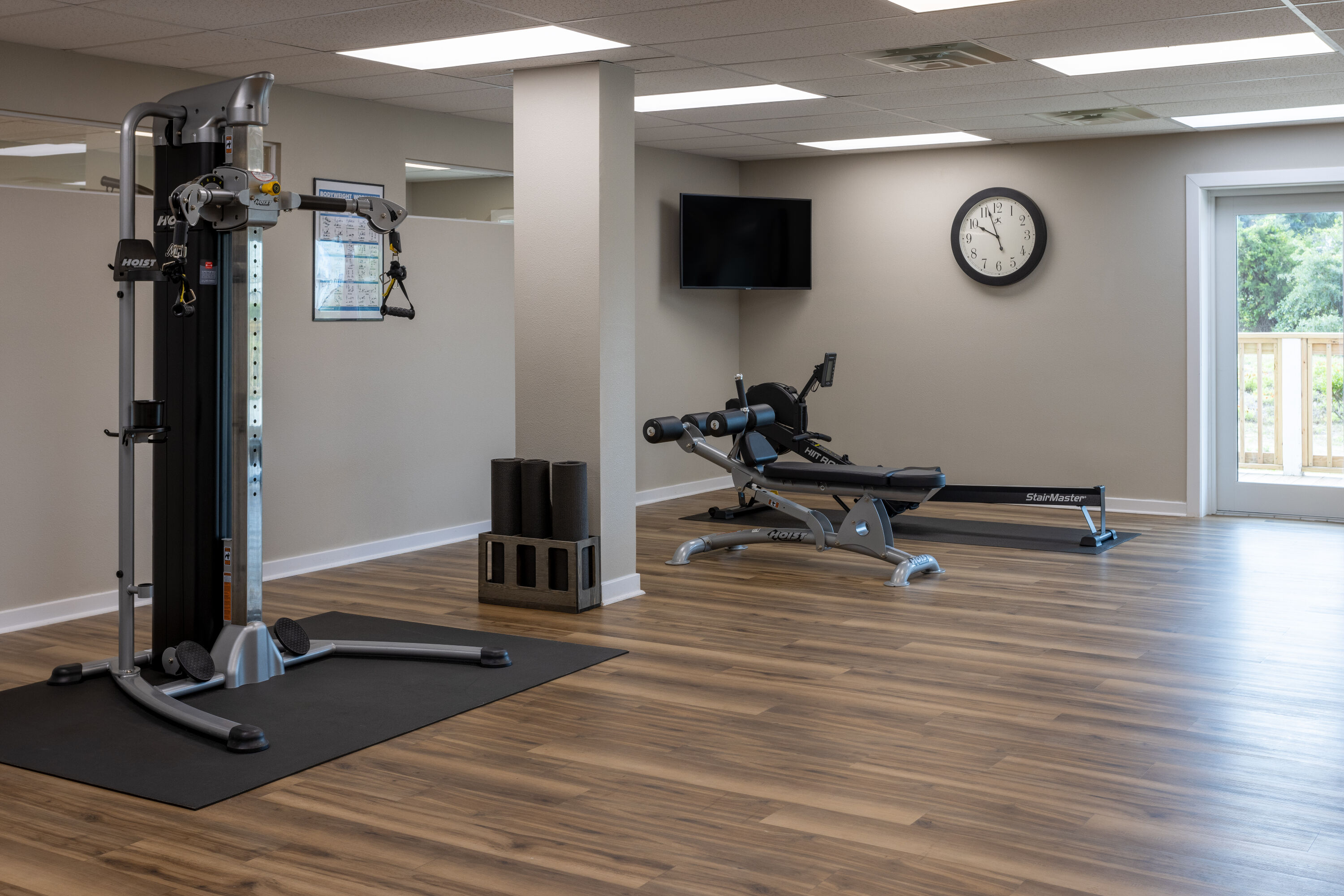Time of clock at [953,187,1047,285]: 9:56
